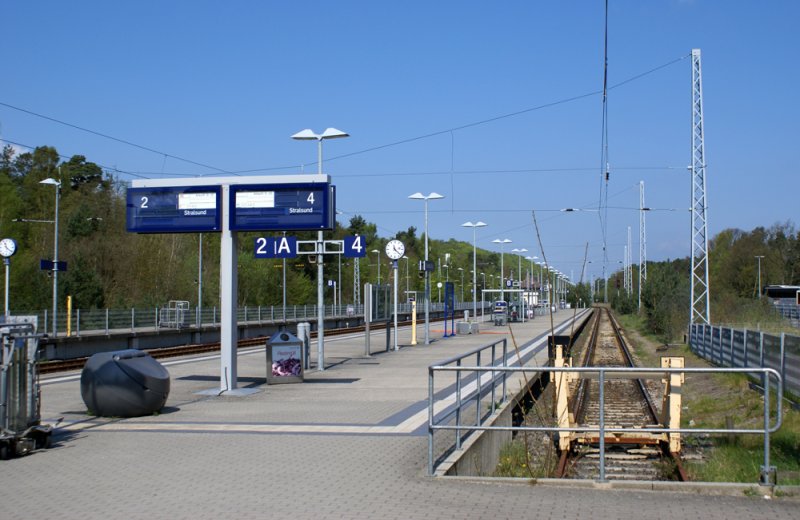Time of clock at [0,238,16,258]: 11:21
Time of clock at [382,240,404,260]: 11:21
